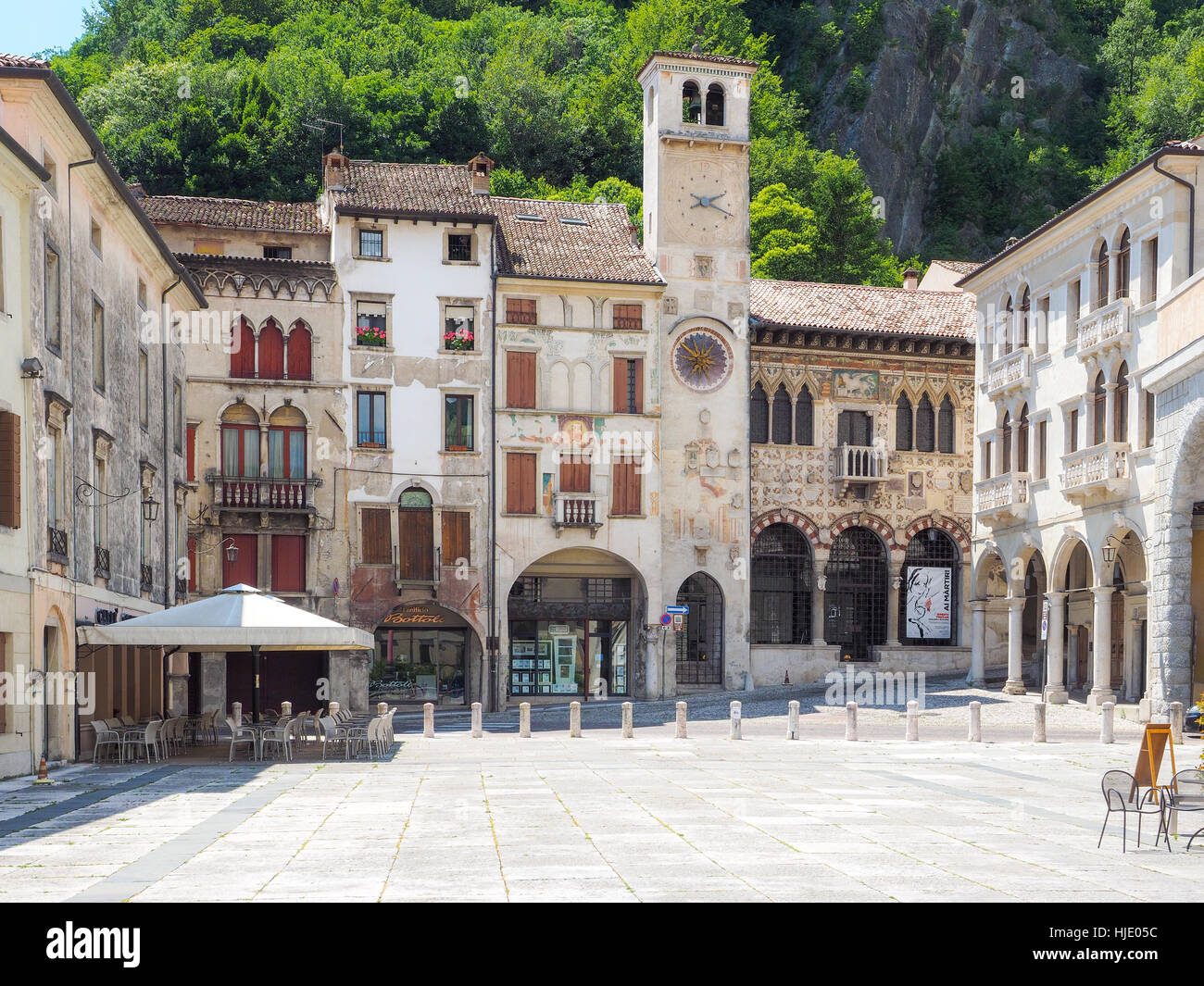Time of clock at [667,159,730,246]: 2:18
